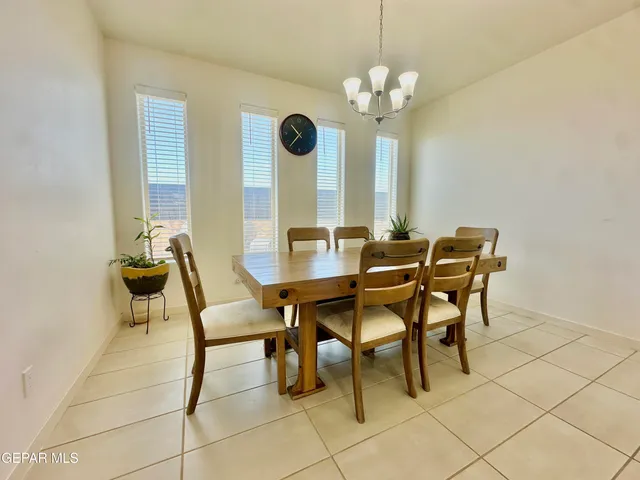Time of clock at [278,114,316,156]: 10:36
